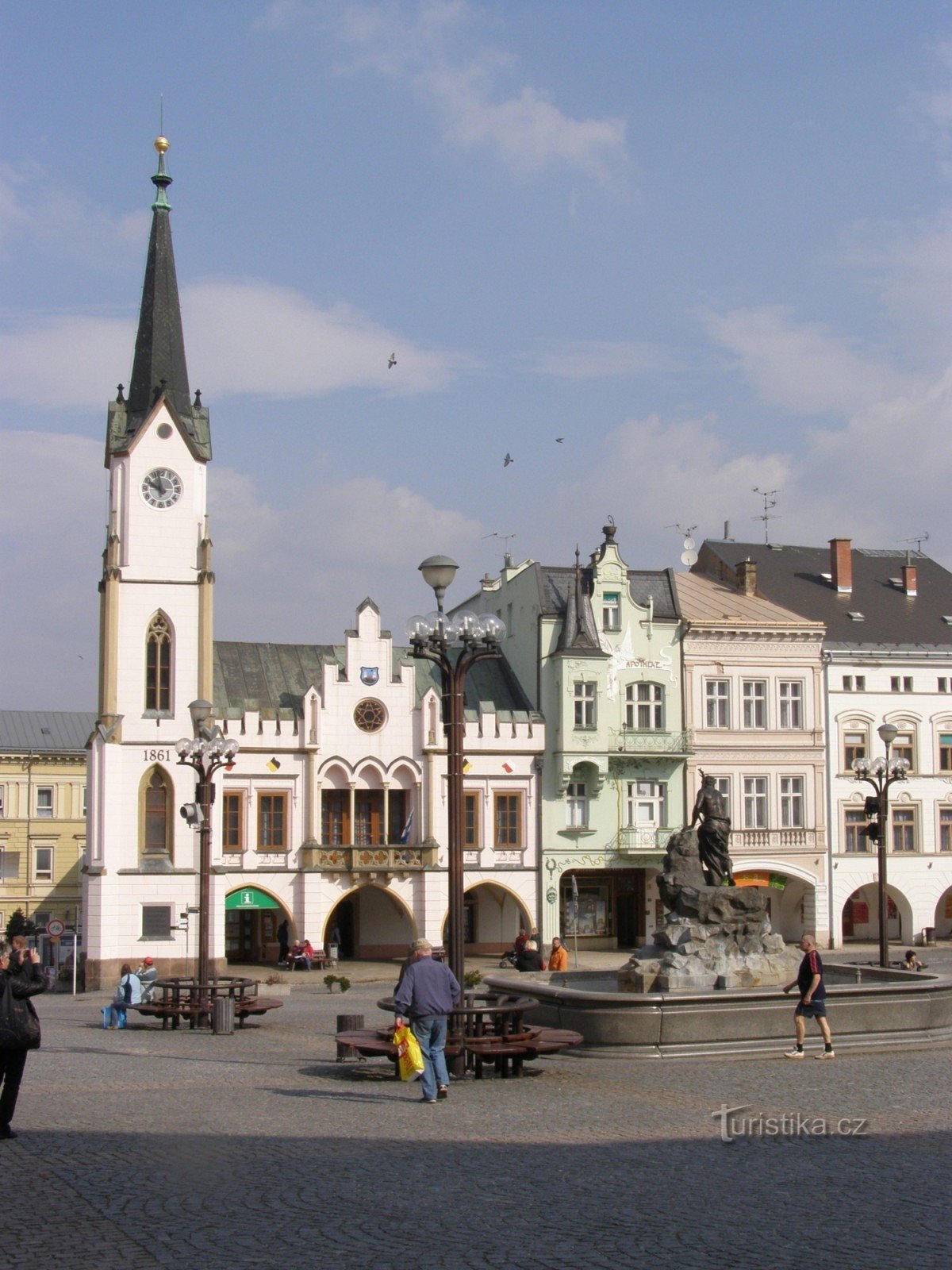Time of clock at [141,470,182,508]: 9:57
